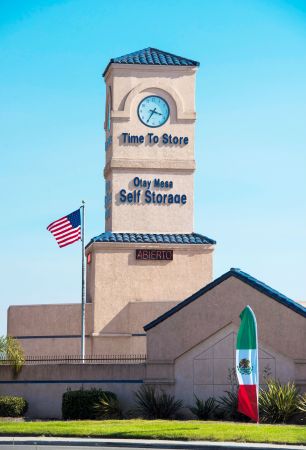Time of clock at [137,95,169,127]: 3:35
